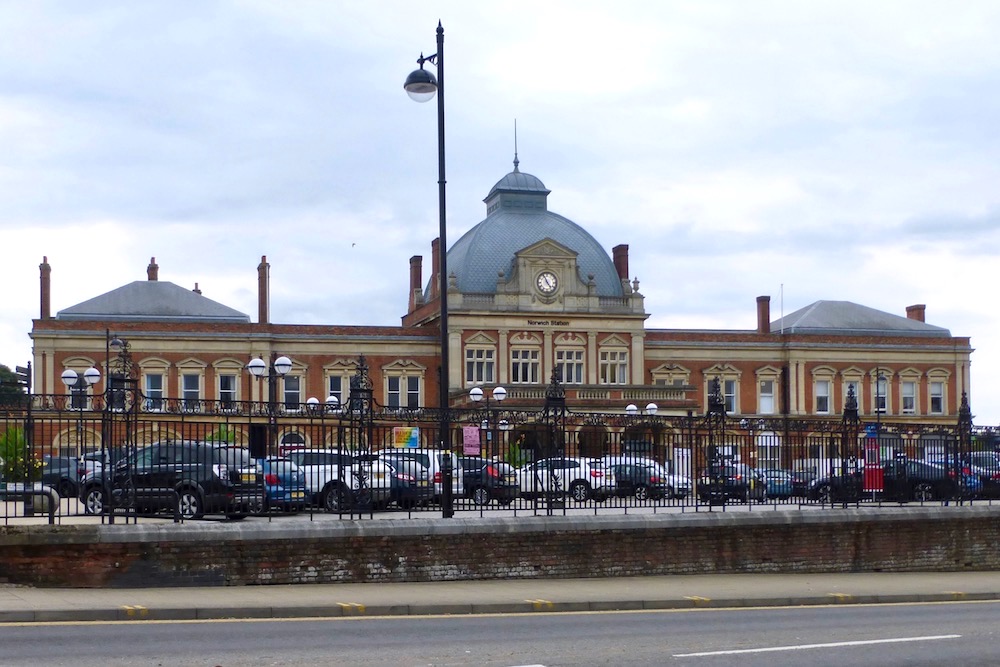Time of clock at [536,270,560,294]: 4:56
